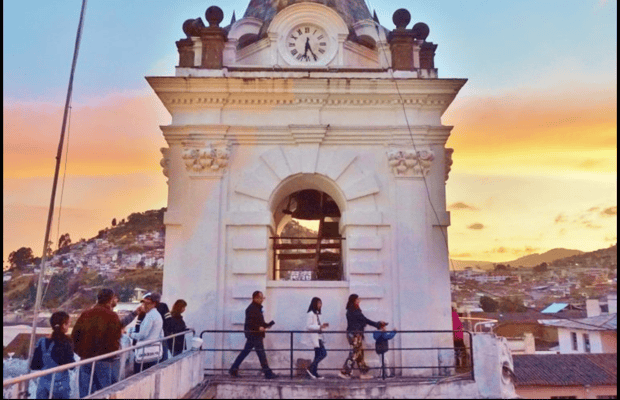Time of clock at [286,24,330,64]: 6:25
